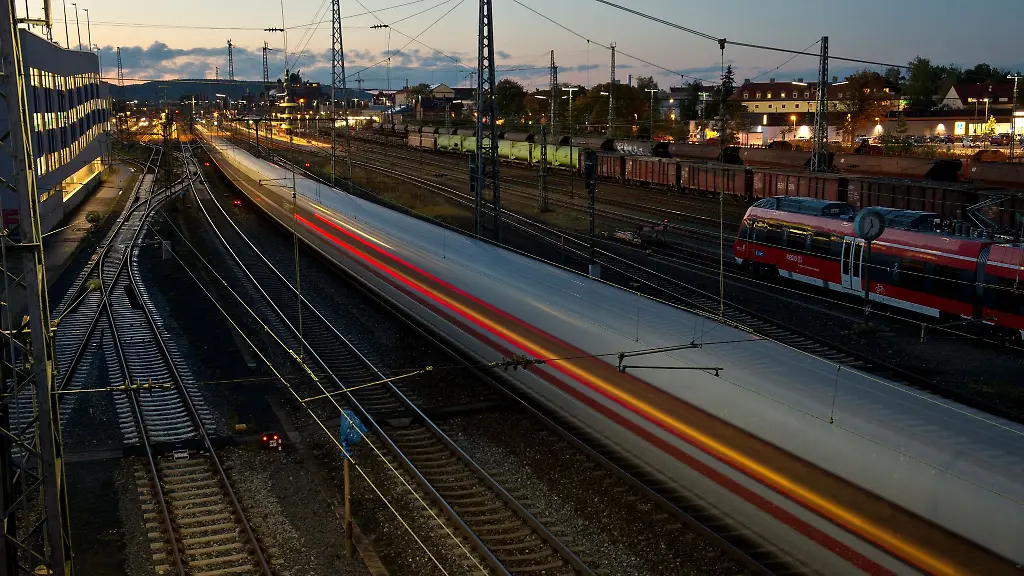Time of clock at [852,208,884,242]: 11:35
